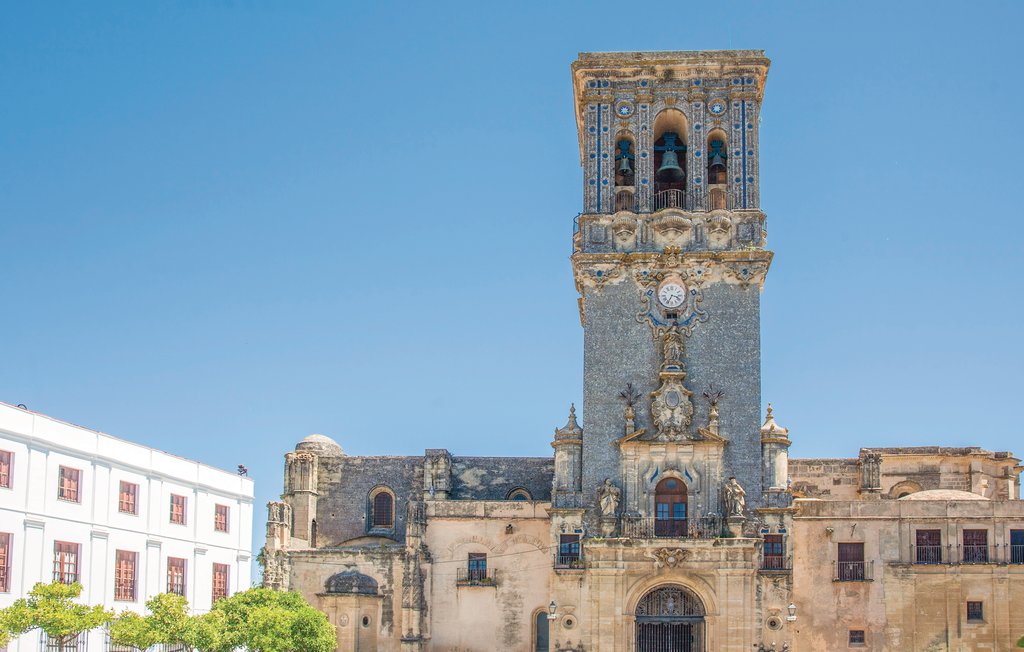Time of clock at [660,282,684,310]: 3:34
